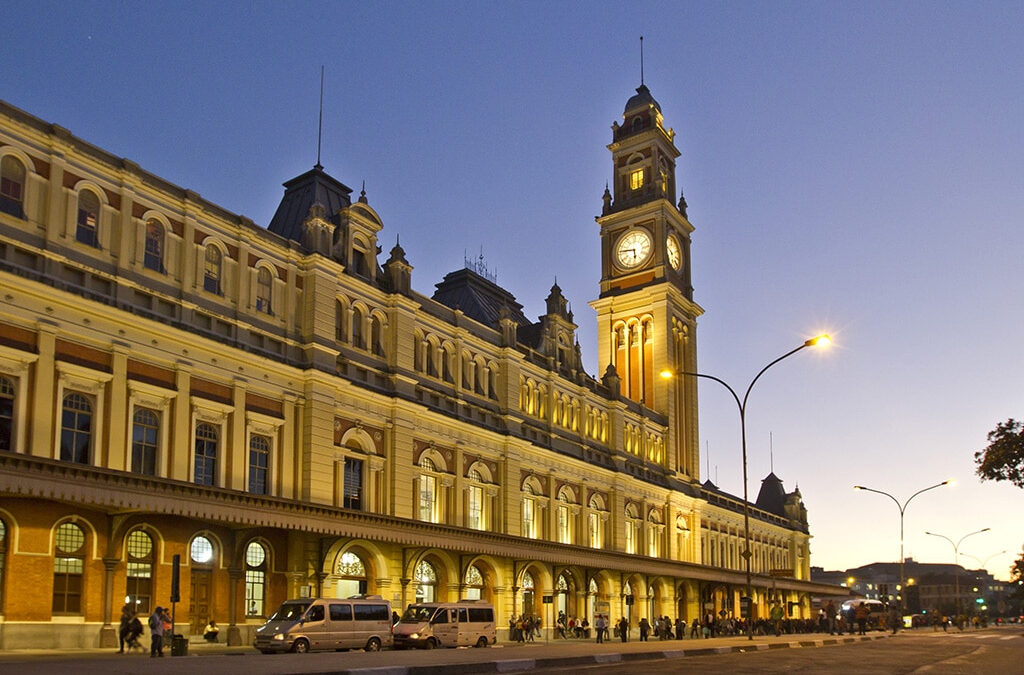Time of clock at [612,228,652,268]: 5:46
